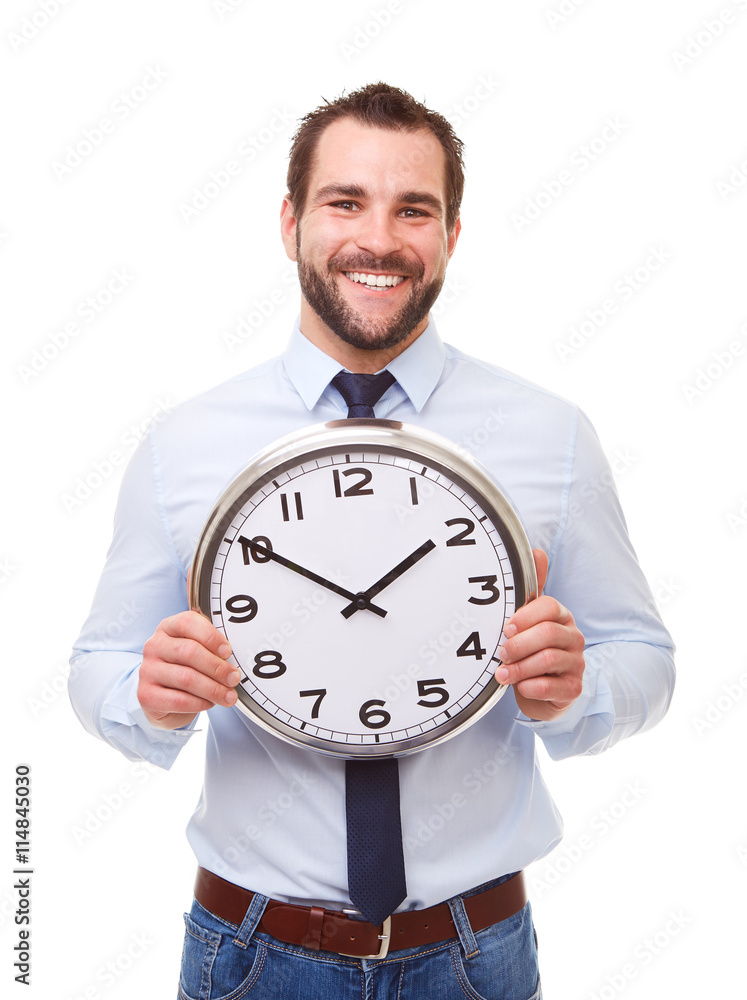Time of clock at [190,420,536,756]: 1:50
